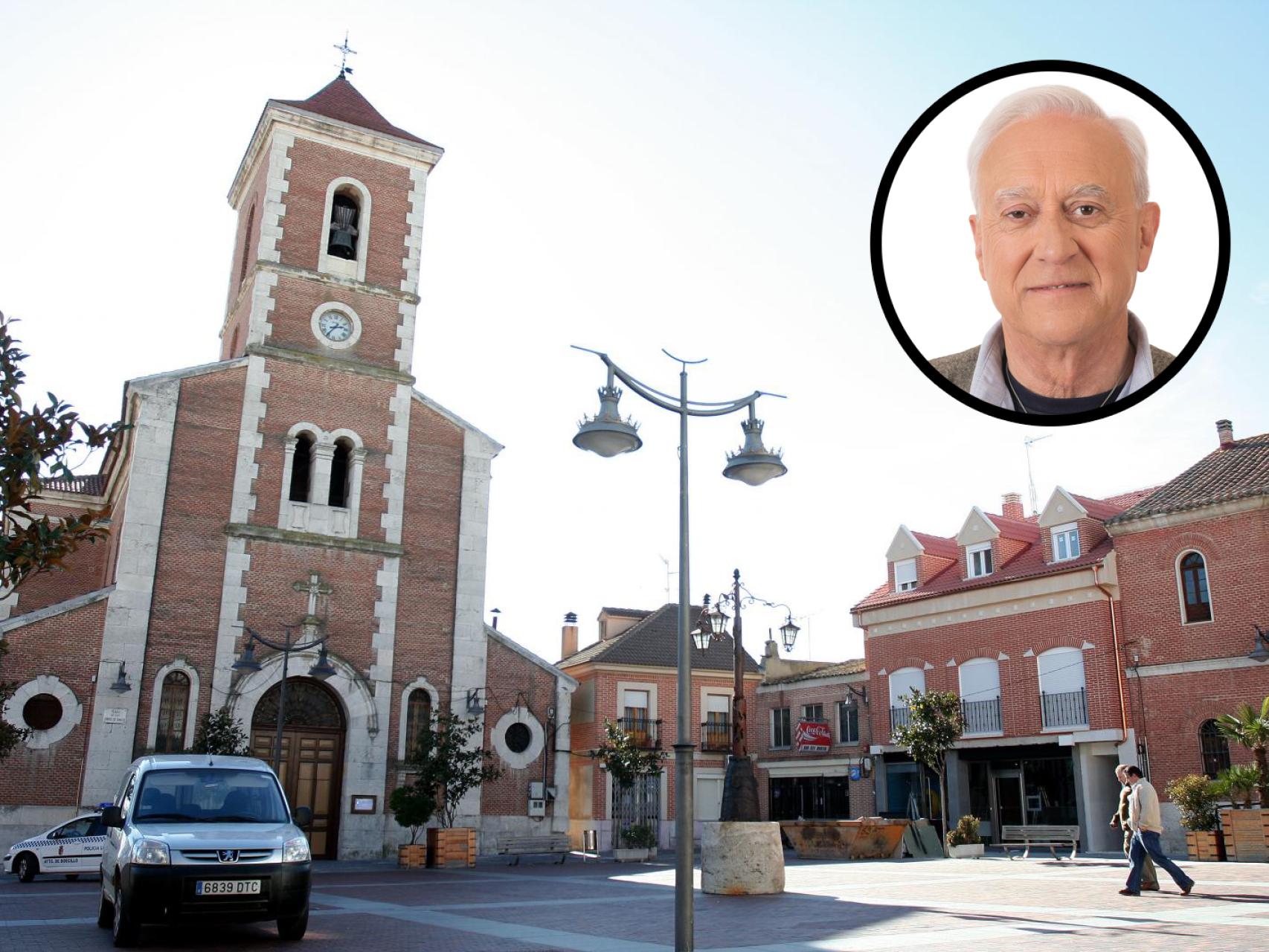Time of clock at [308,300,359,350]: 2:36
